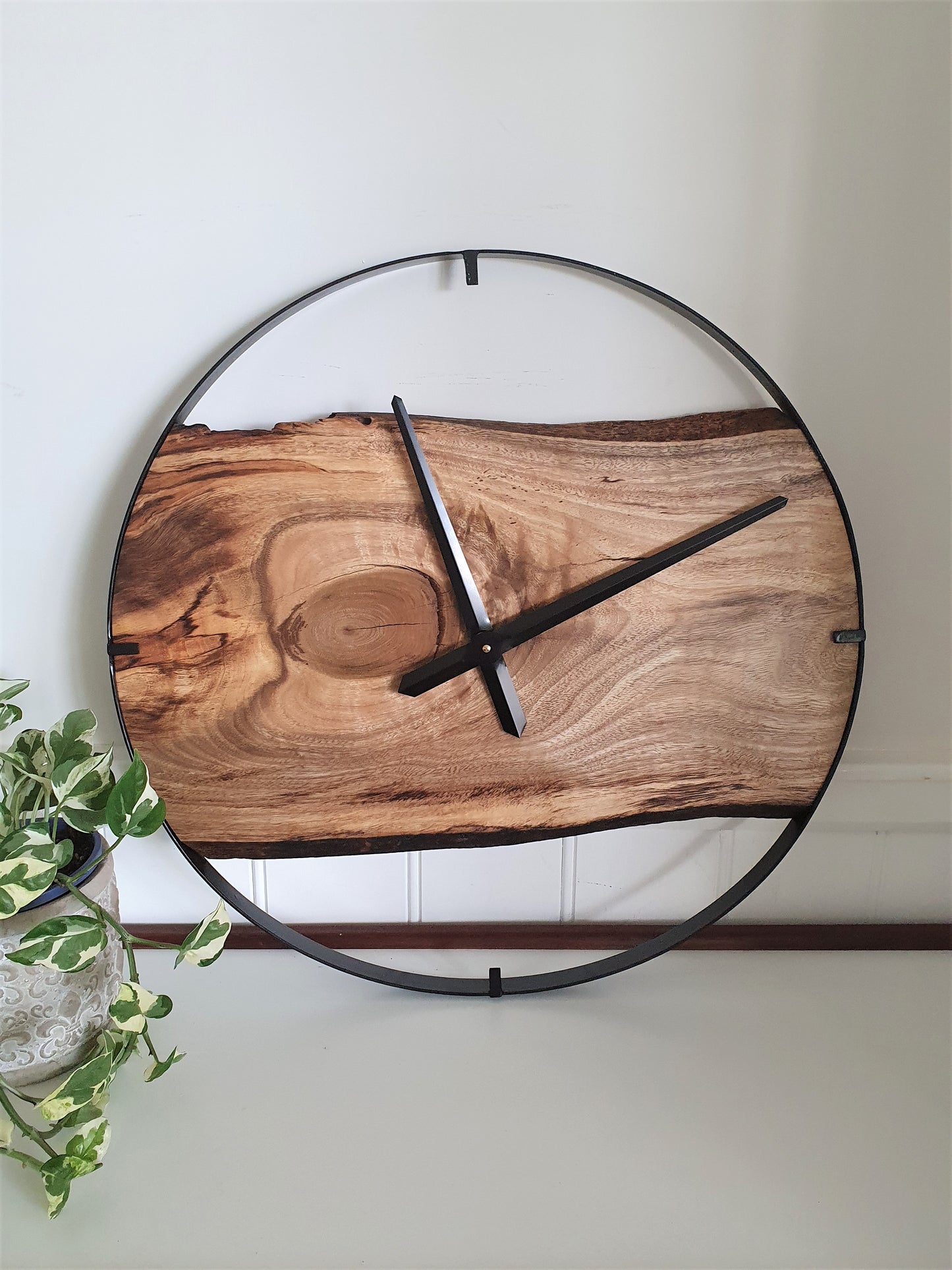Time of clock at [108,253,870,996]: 11:10
